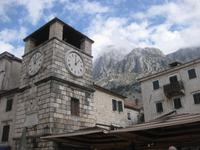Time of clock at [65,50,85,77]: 12:07
